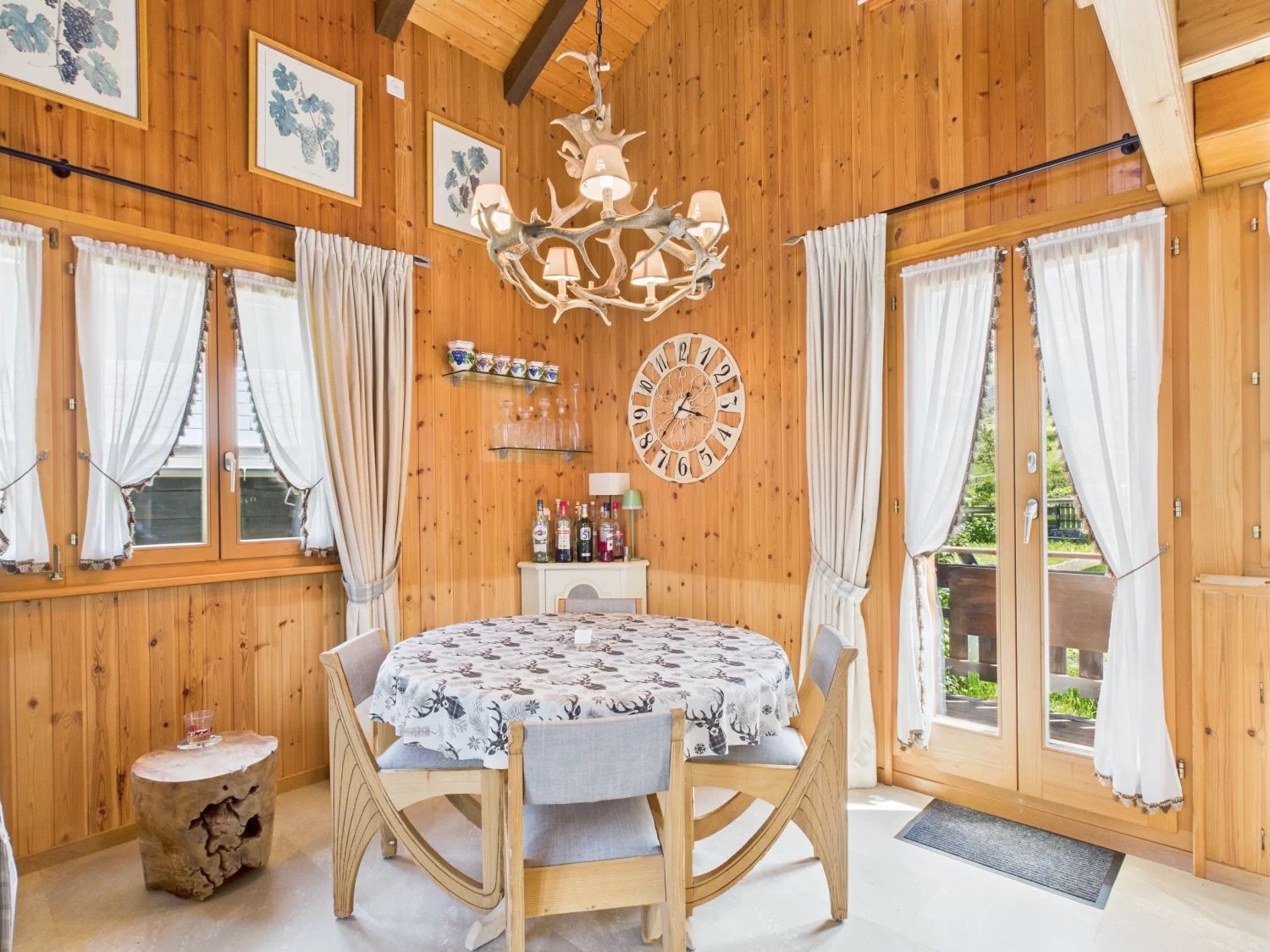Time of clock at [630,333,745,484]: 3:37
